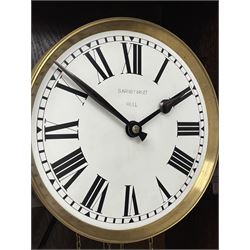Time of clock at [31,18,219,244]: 1:51
